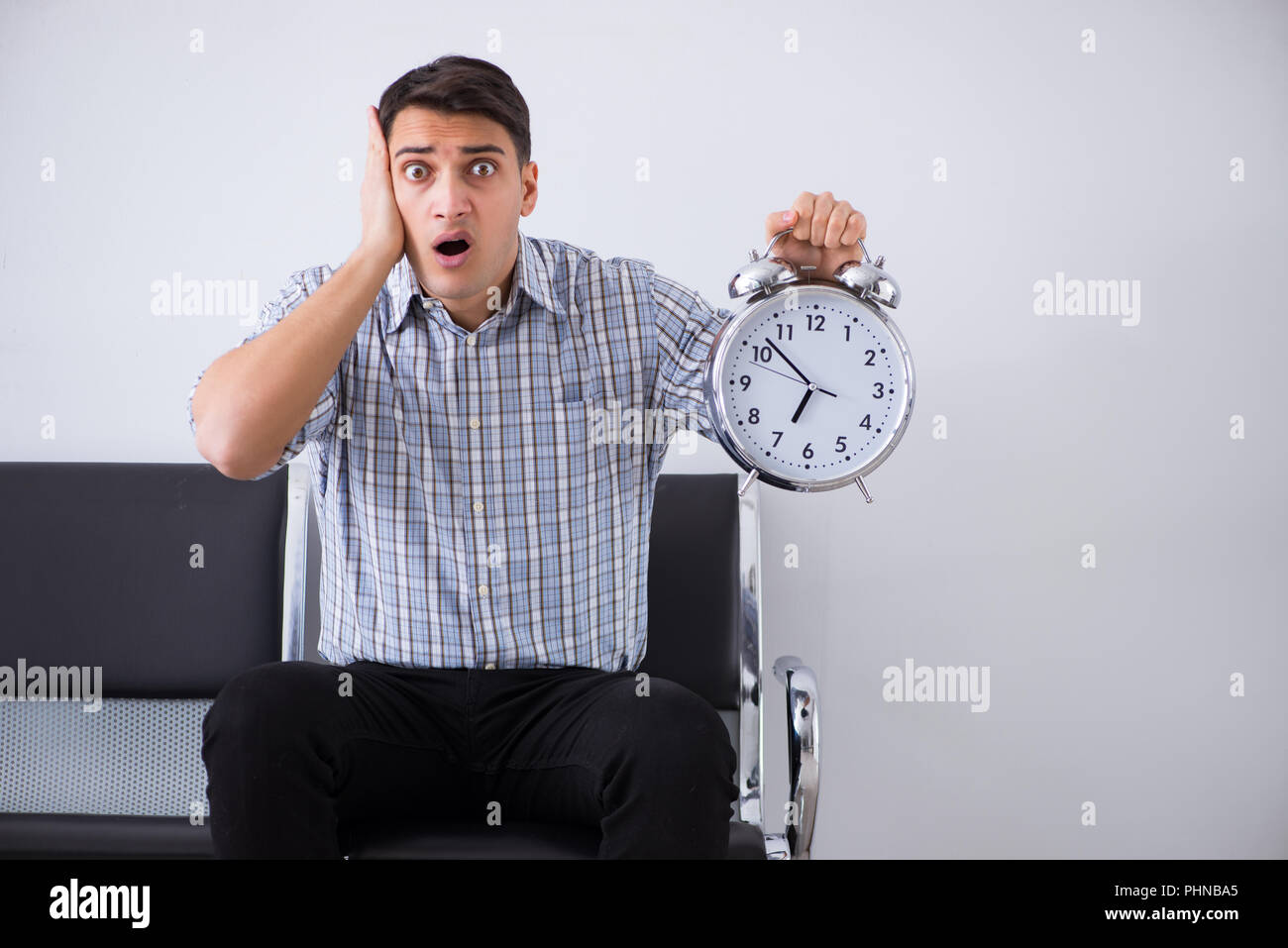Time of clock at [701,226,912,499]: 6:52
